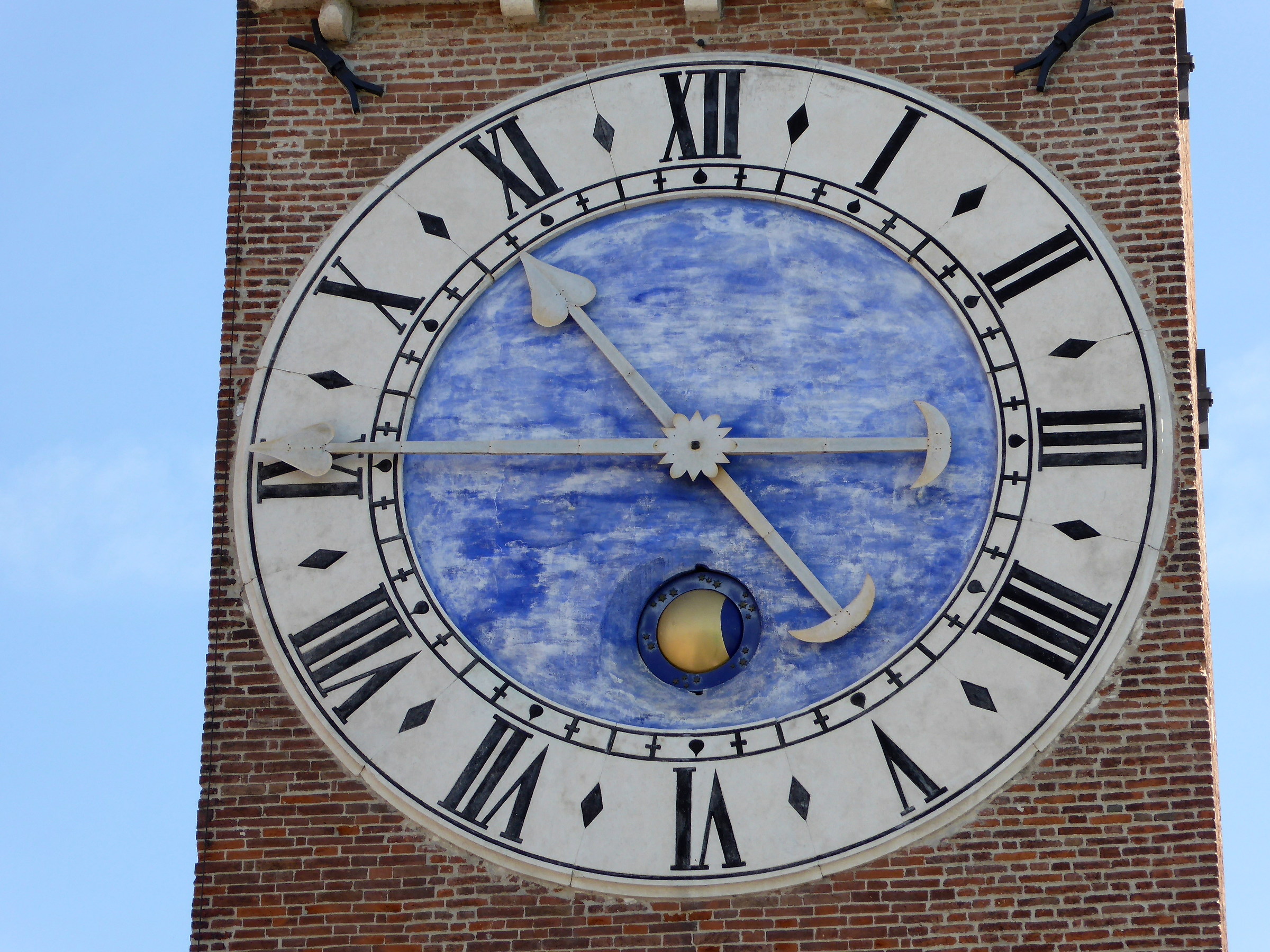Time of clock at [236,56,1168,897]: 10:45
